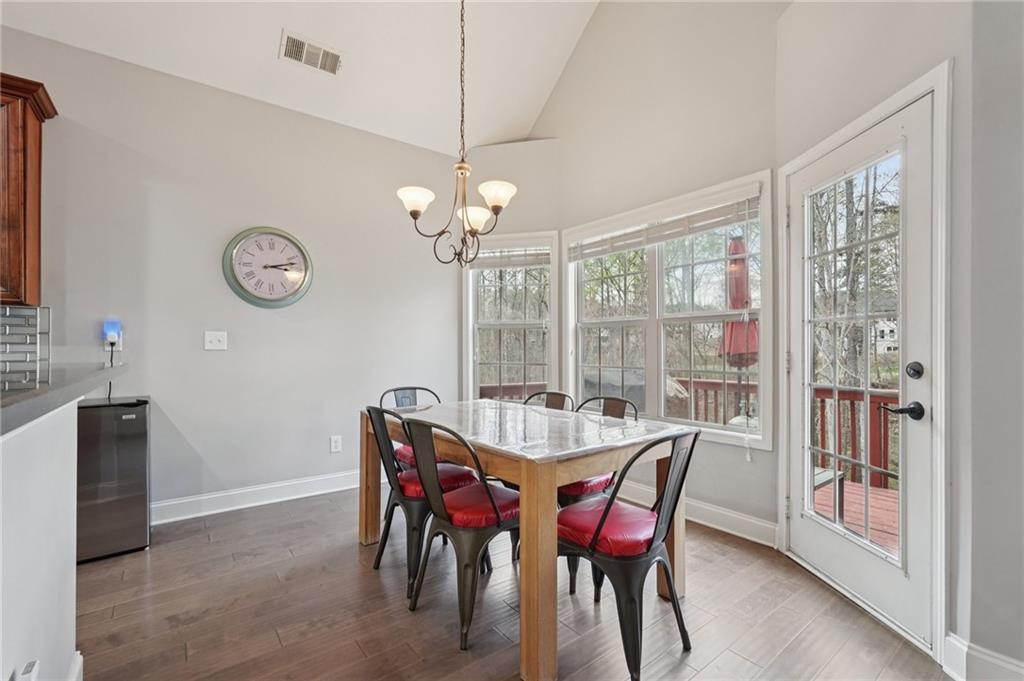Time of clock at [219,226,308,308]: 3:12
